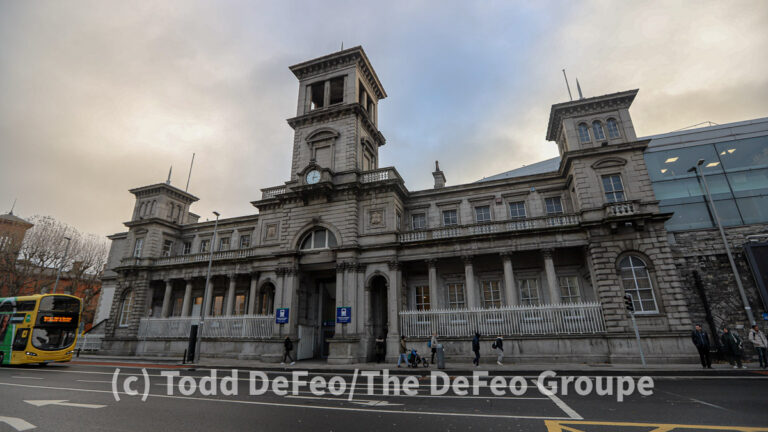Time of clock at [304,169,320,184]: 3:01
